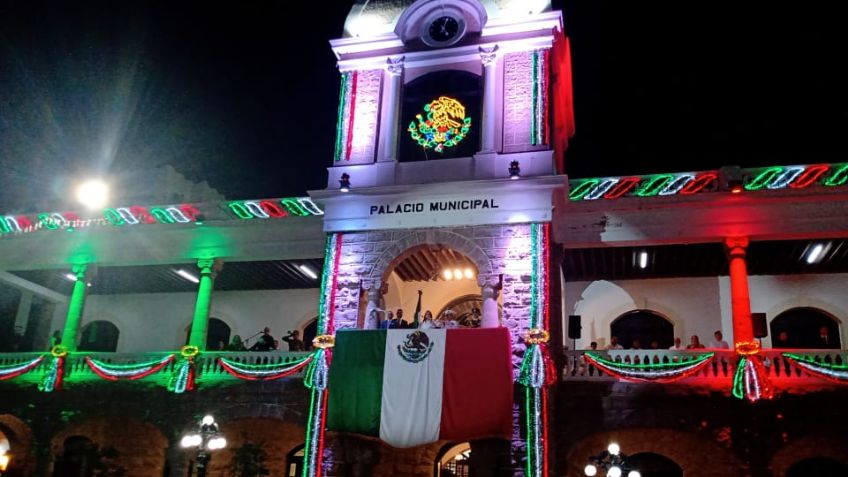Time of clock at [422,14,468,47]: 5:02
